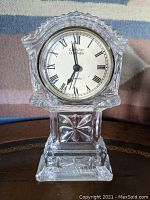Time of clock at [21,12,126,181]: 6:58
